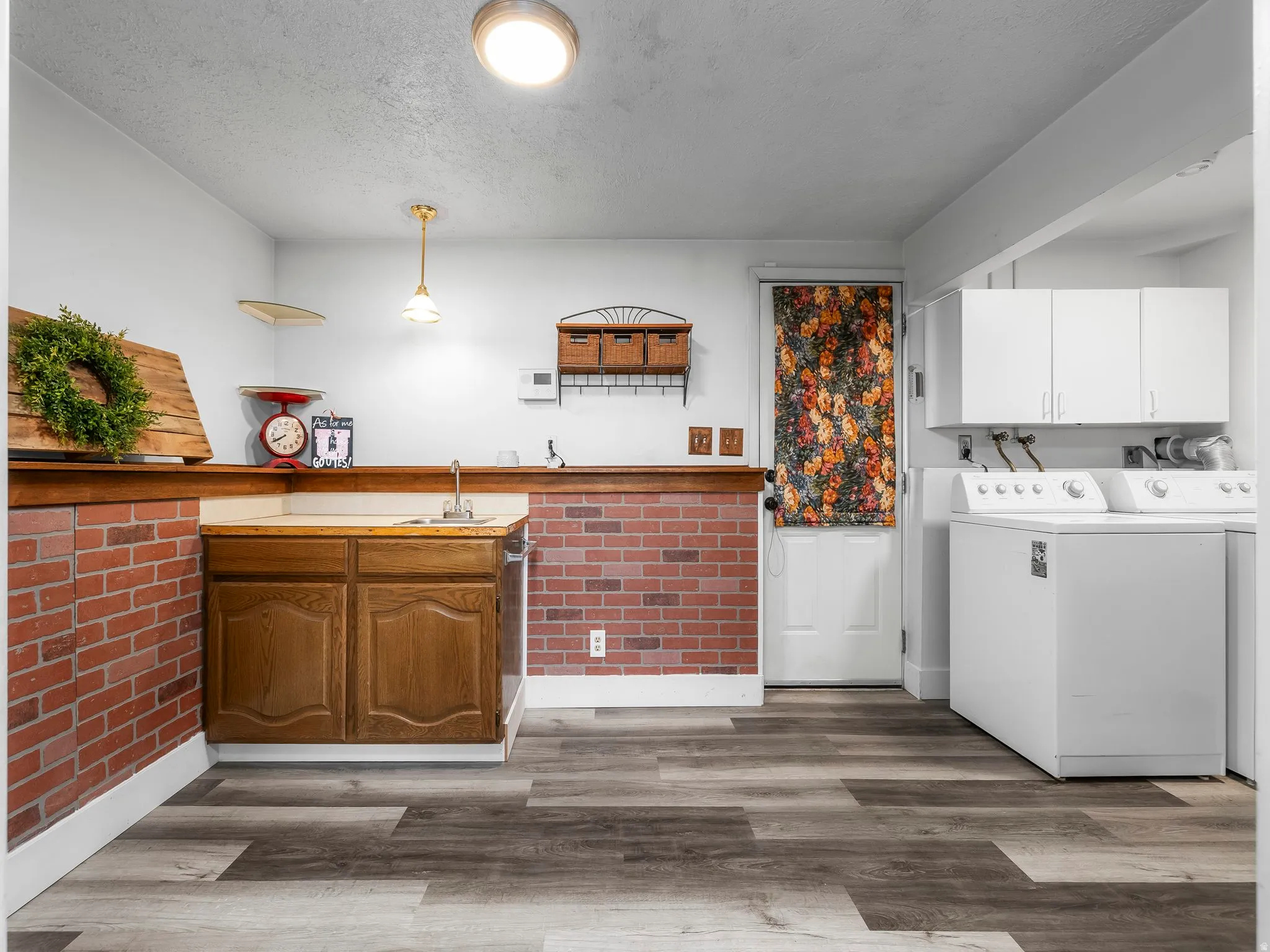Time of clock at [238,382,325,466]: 7:40
